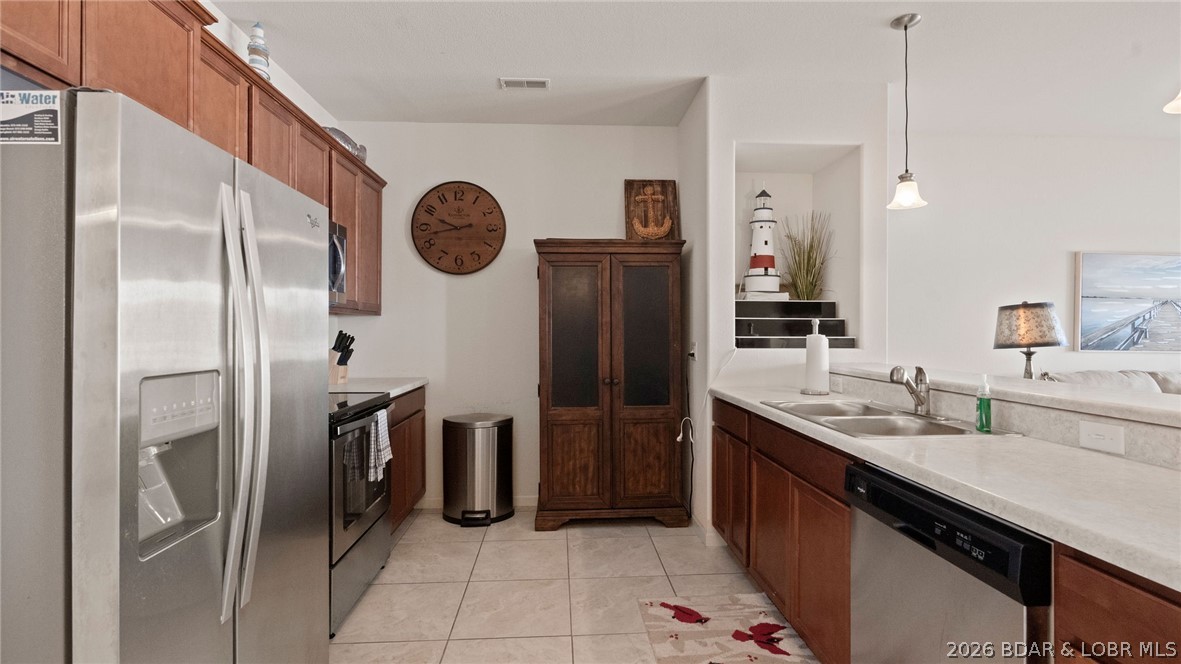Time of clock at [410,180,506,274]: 9:42
